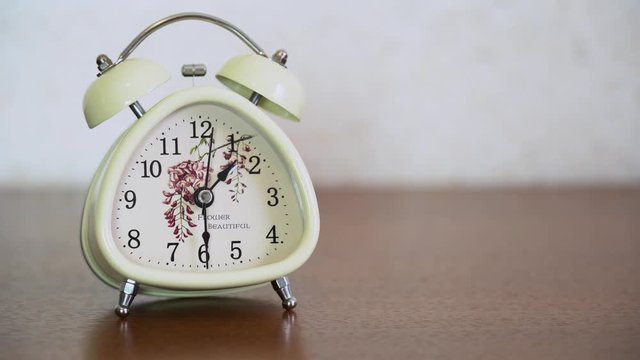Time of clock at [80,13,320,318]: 1:29
